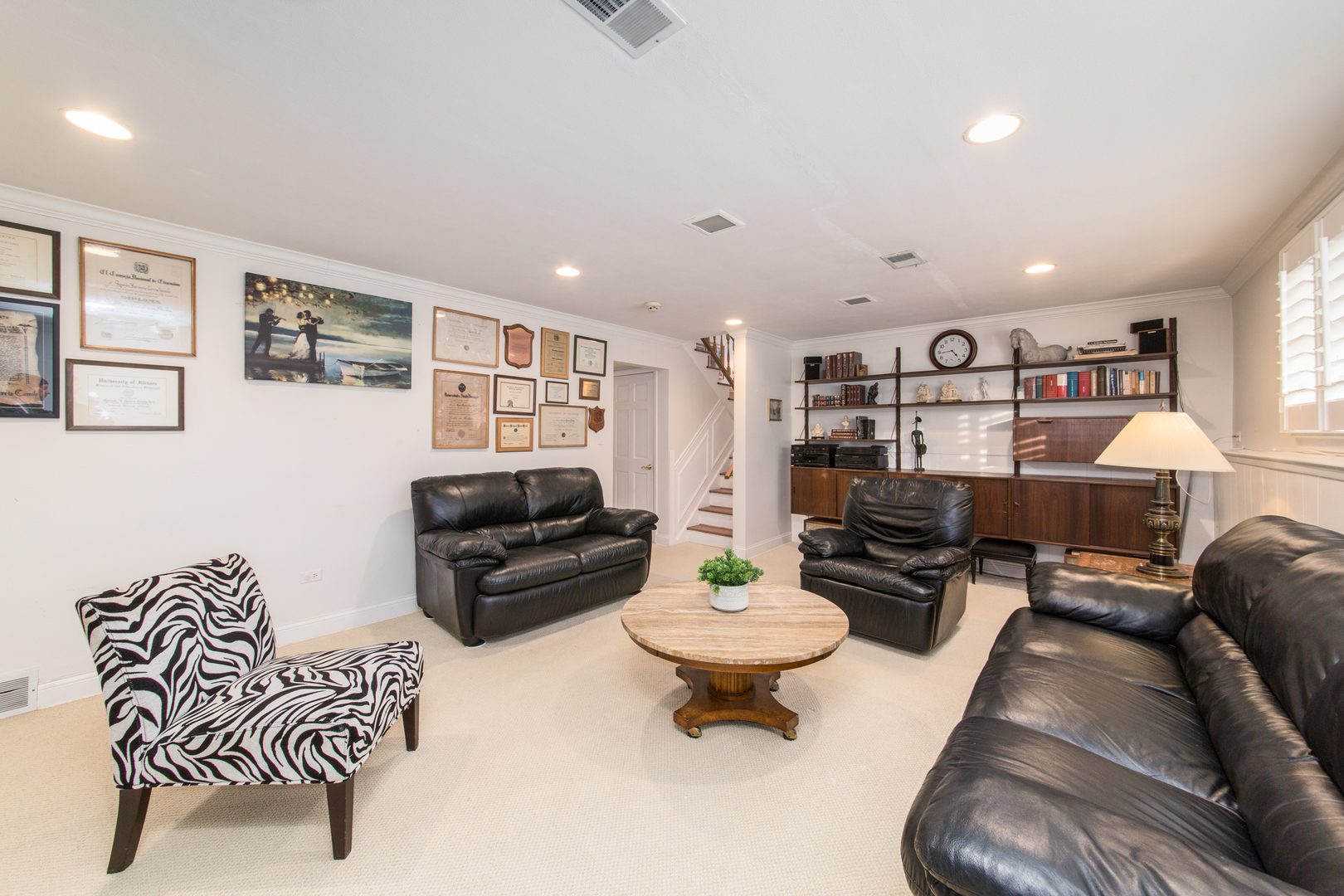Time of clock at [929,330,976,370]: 4:43
